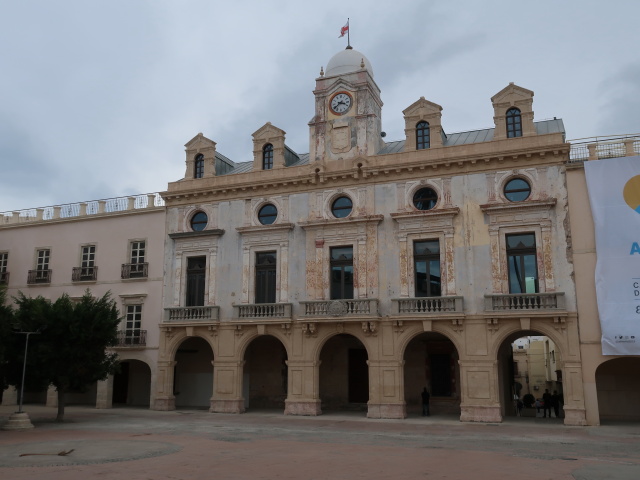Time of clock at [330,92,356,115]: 3:38
